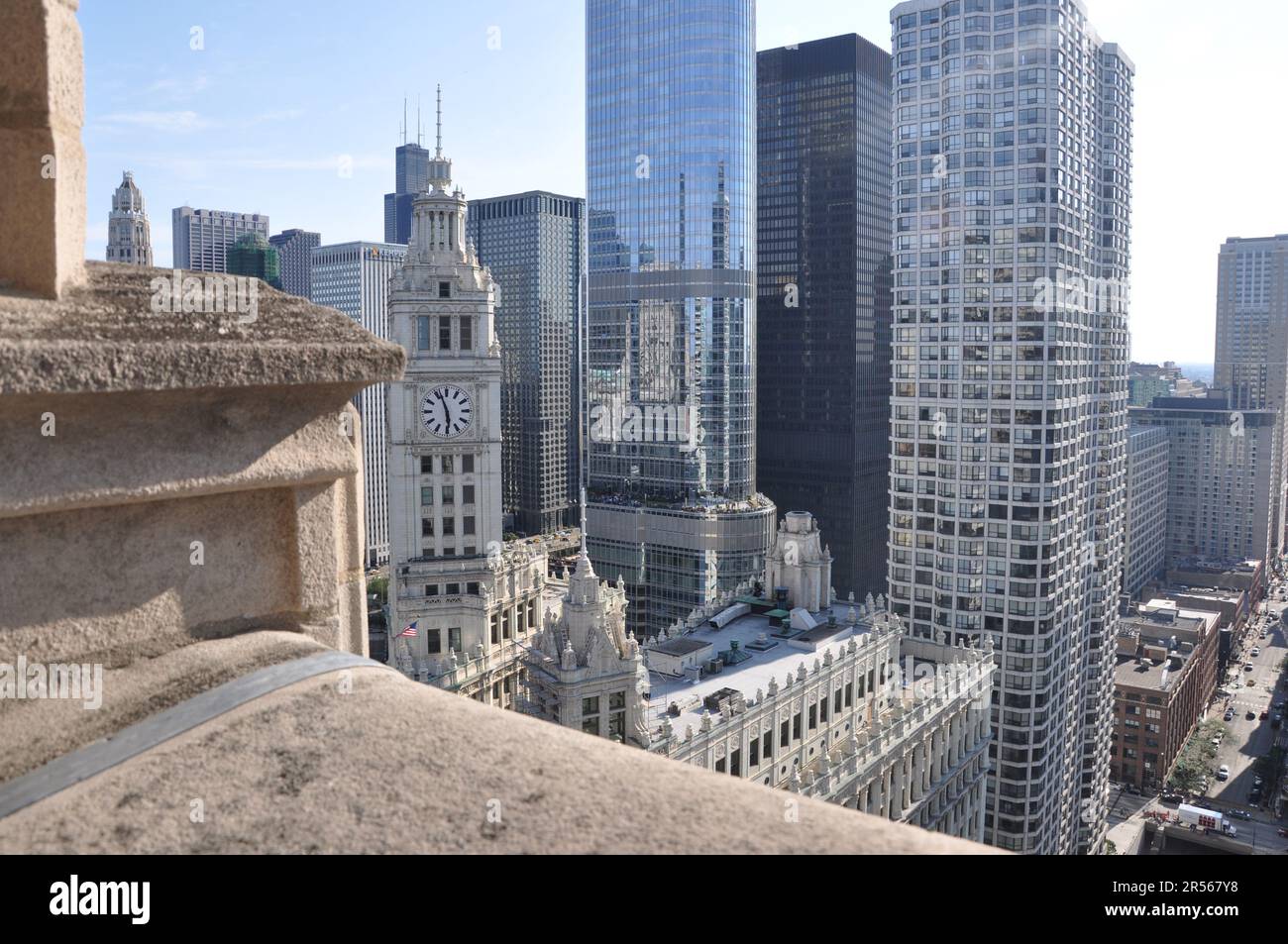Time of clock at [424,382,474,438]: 5:56
